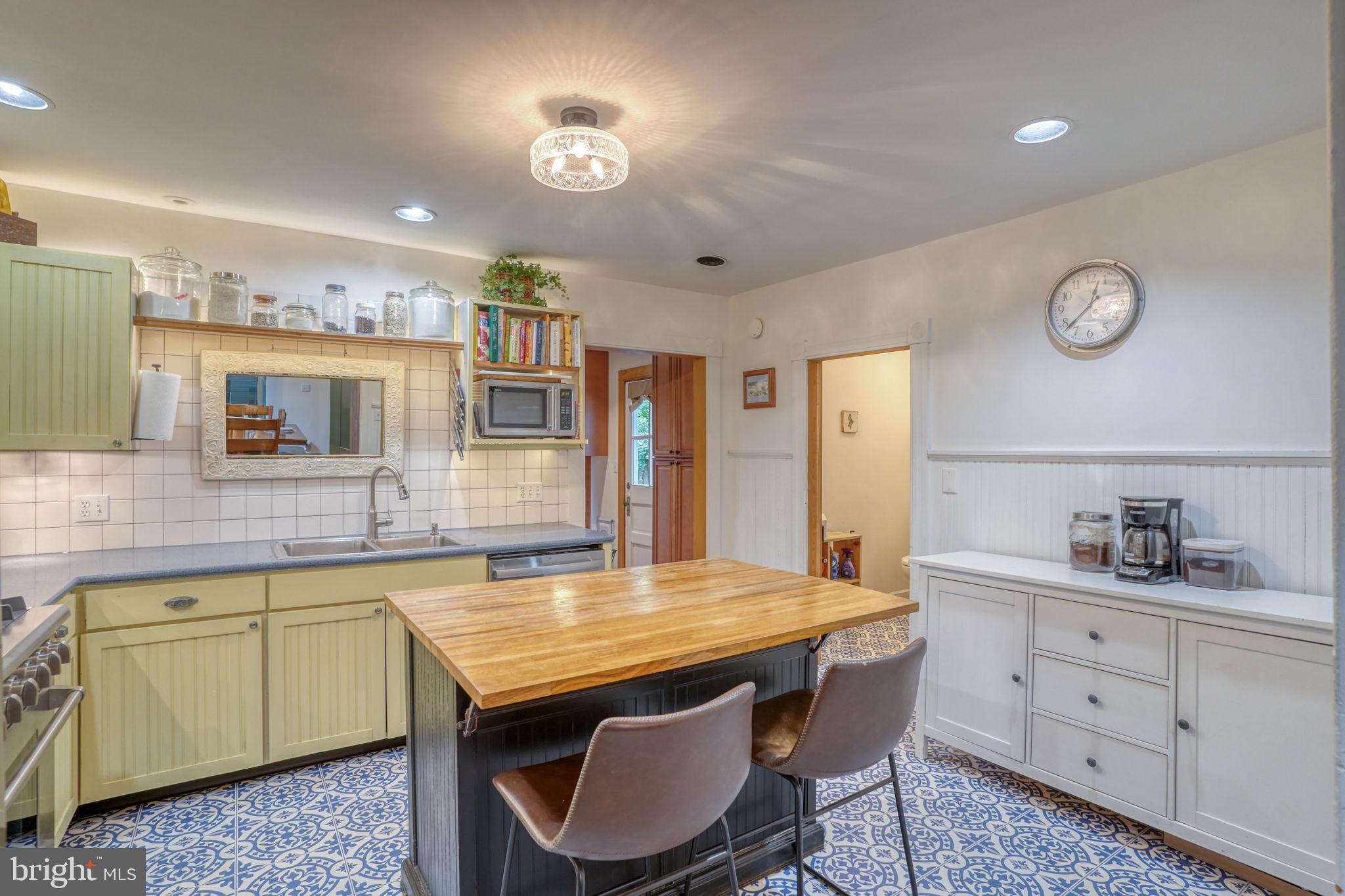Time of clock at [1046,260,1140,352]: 12:38
